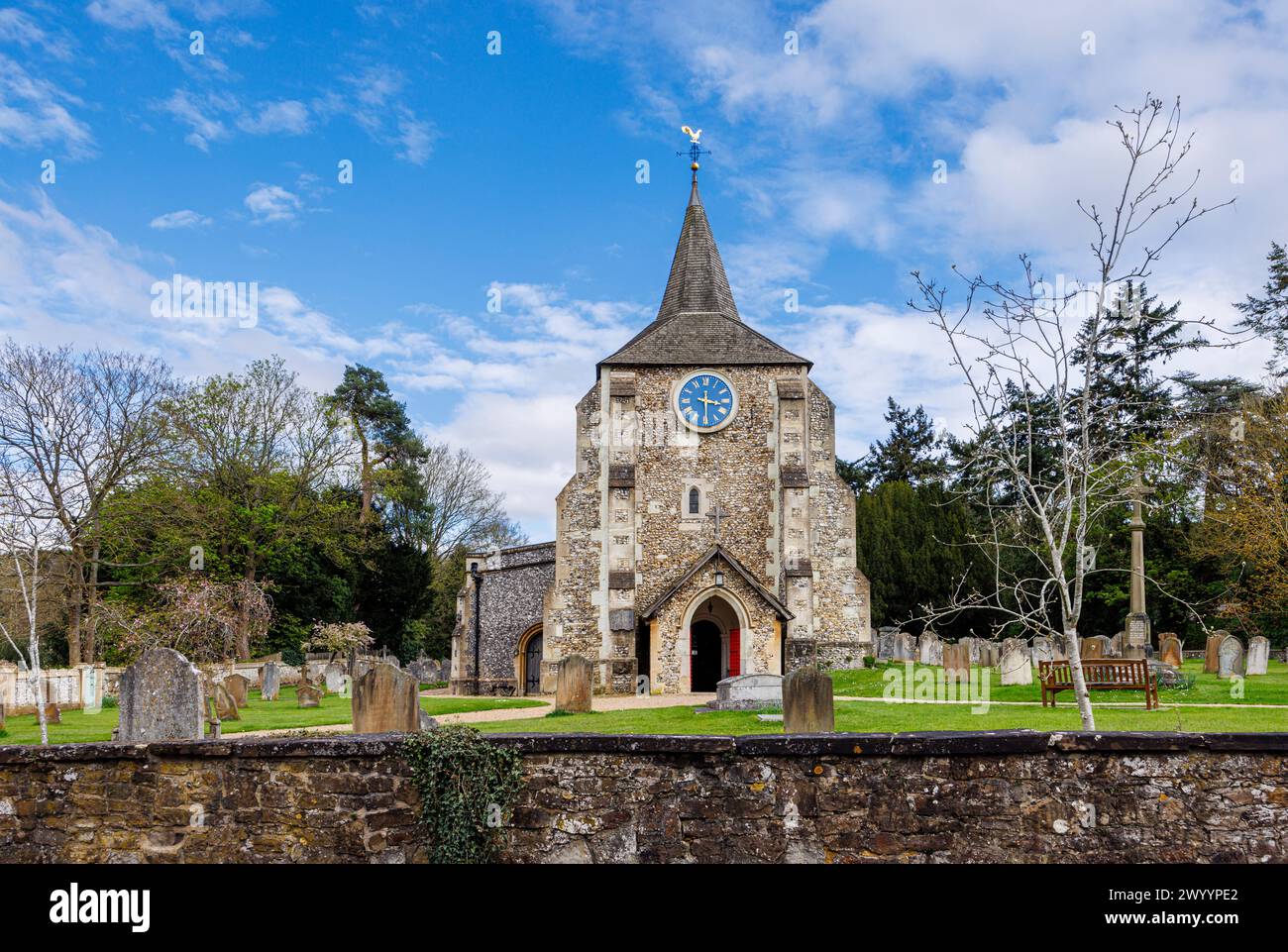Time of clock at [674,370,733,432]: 3:29
